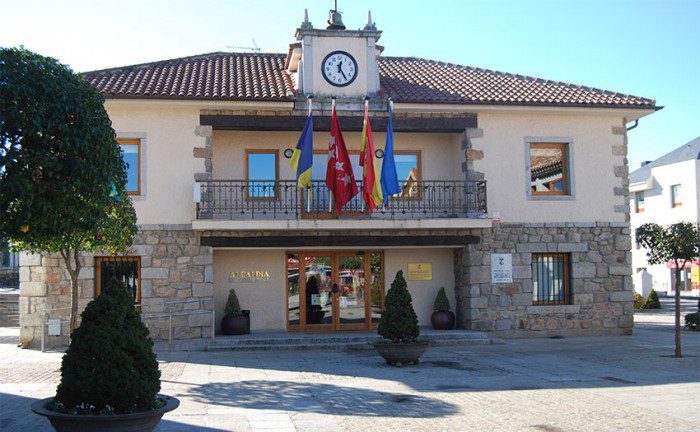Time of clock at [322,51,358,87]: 12:24
